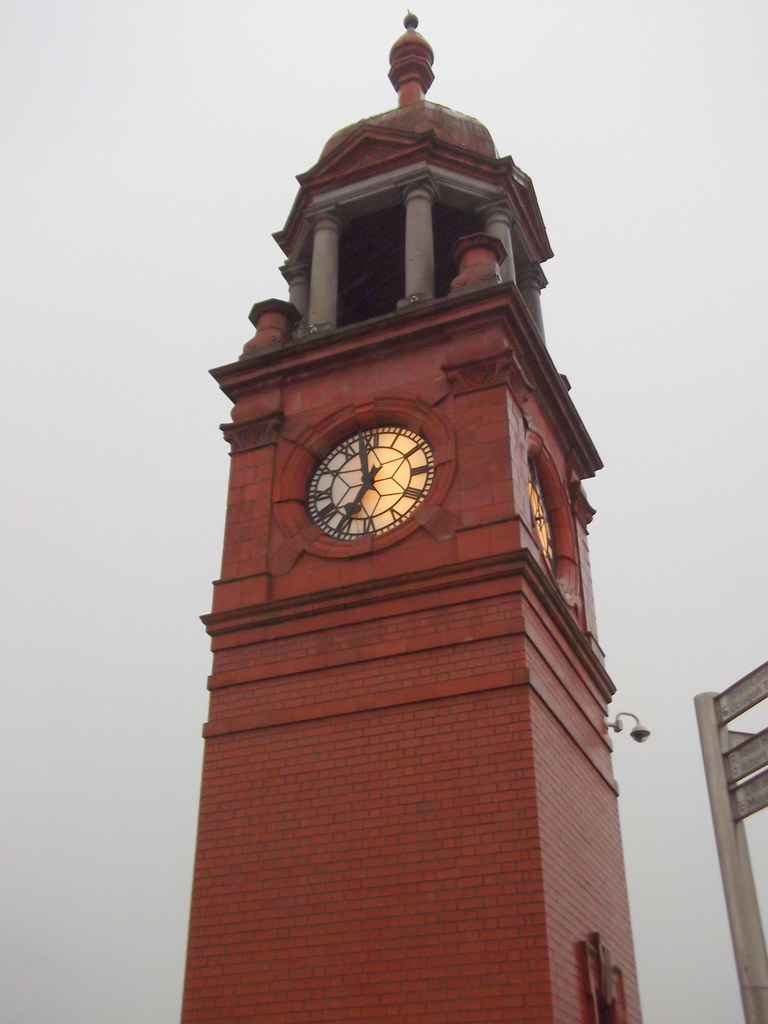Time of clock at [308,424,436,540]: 6:58
